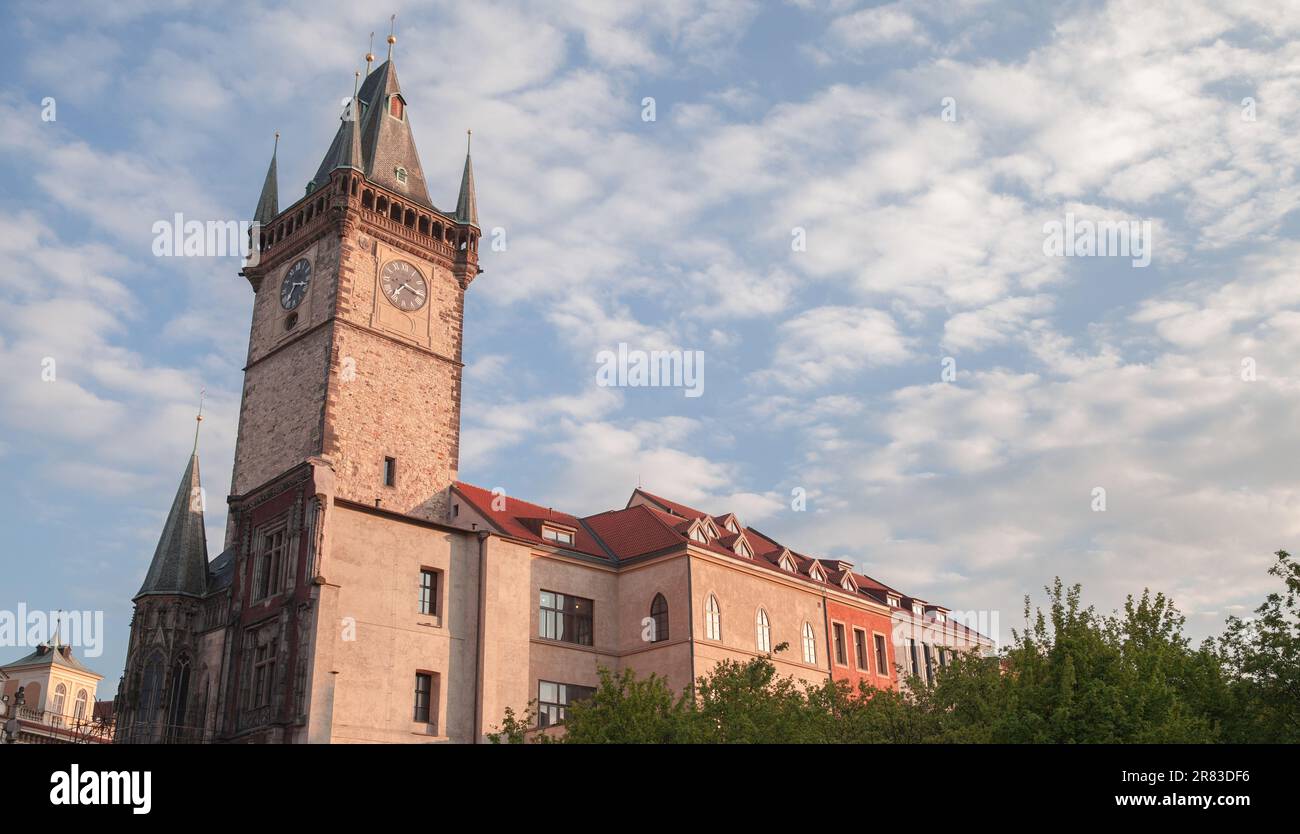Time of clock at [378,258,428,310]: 7:17
